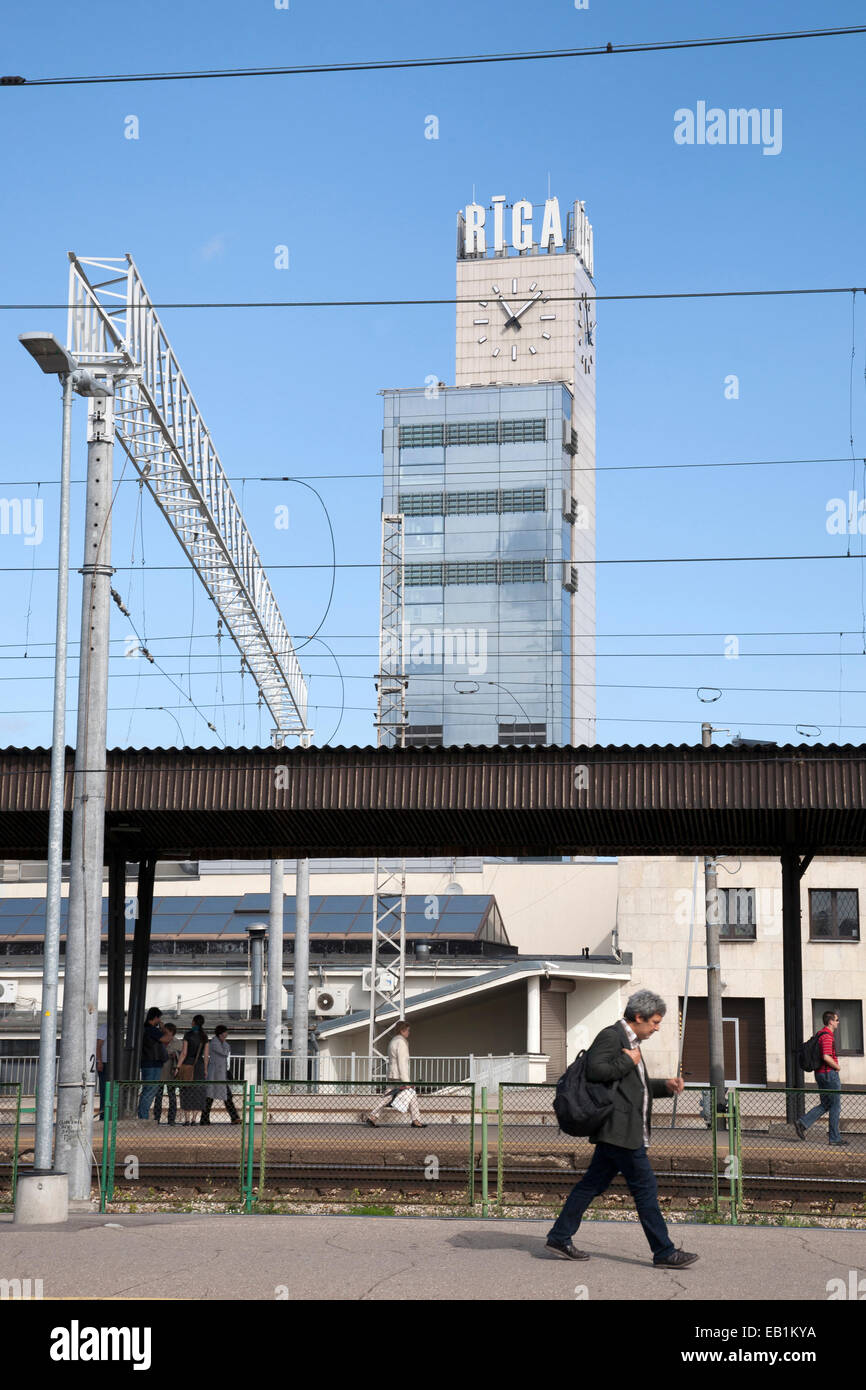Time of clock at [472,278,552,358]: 11:07
